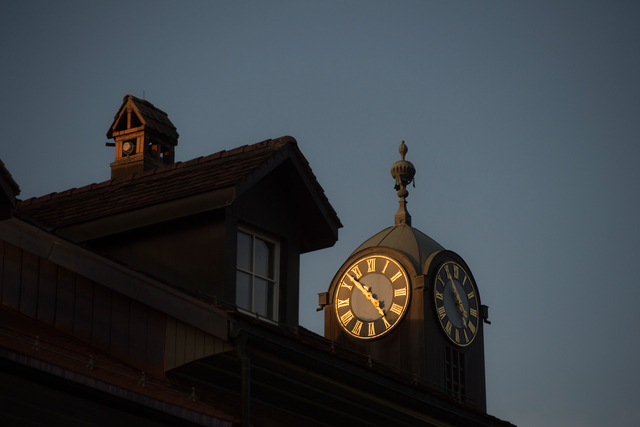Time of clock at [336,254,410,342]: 4:52
